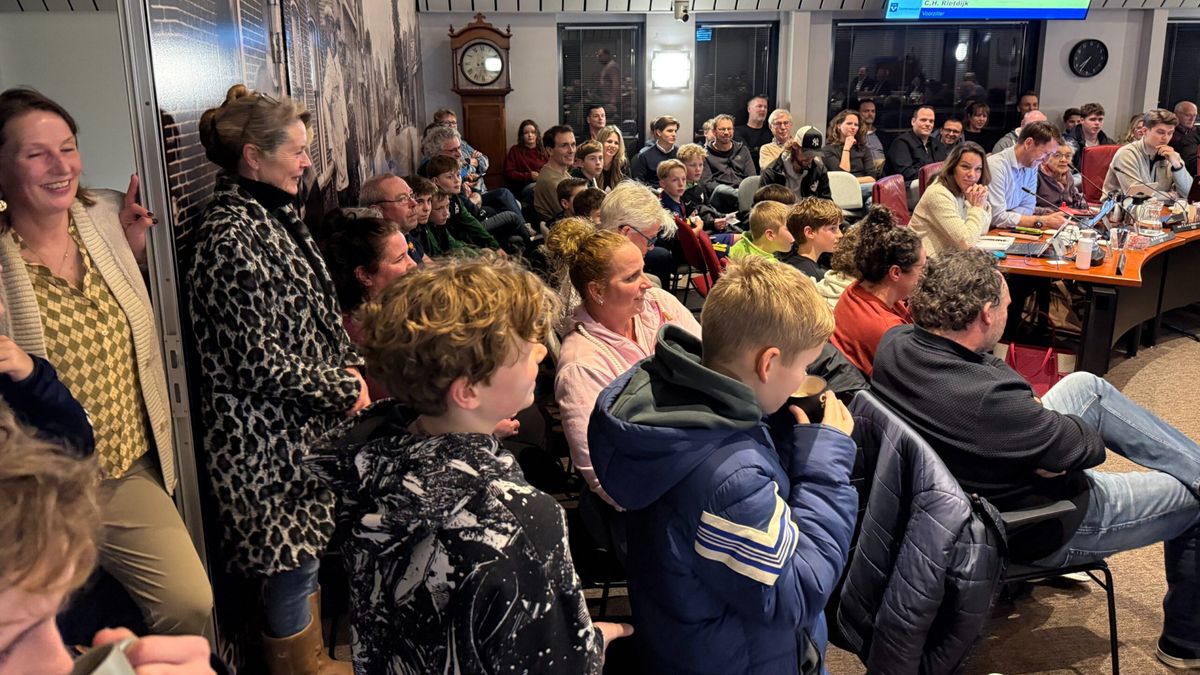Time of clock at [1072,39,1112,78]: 7:34
